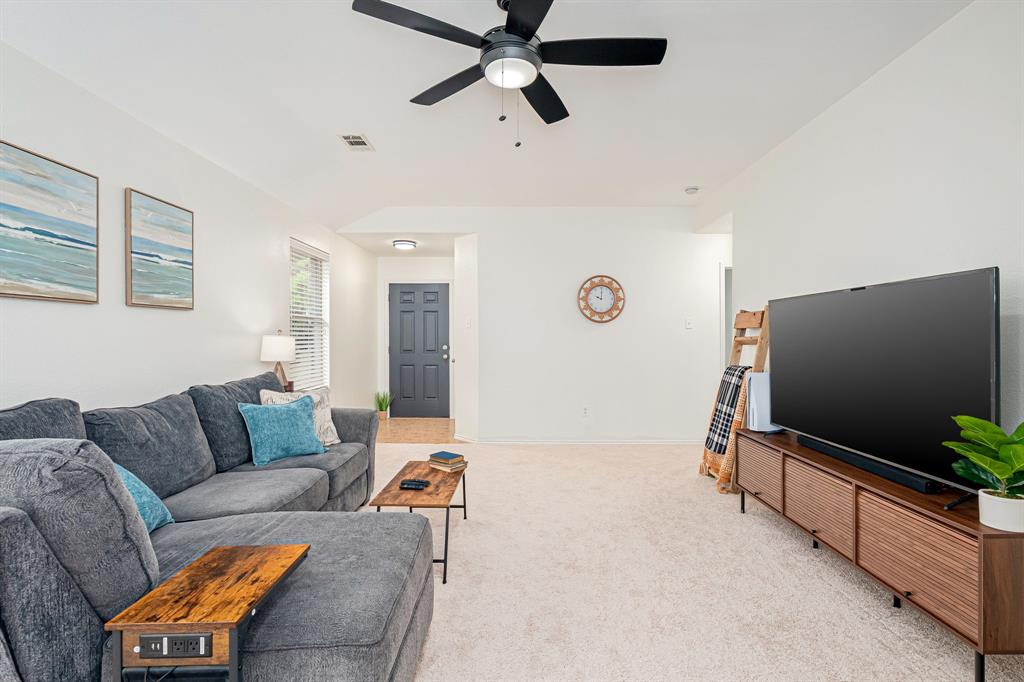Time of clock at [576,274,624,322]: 10:00
